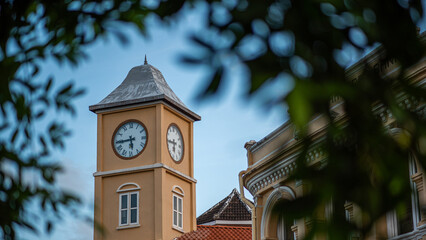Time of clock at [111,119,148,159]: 5:44
